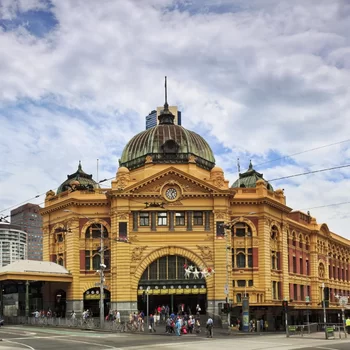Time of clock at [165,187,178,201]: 1:26
